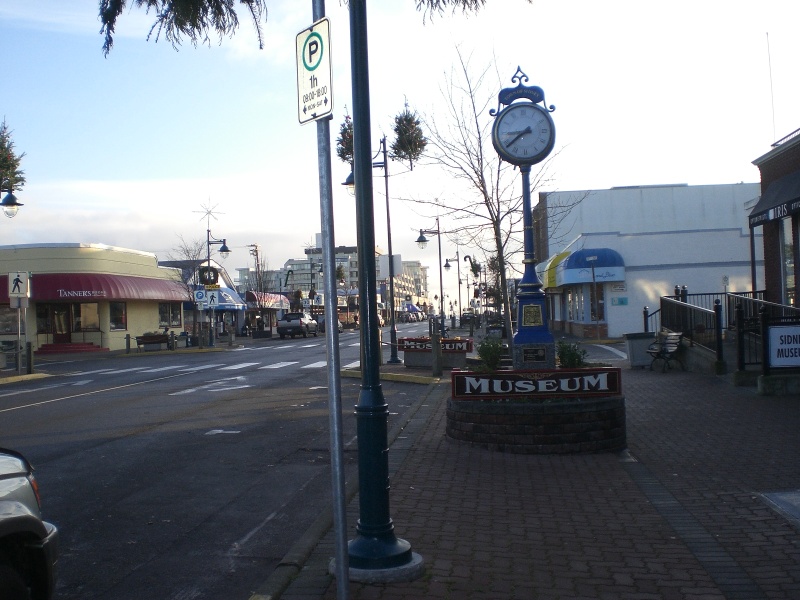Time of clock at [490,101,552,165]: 8:38
